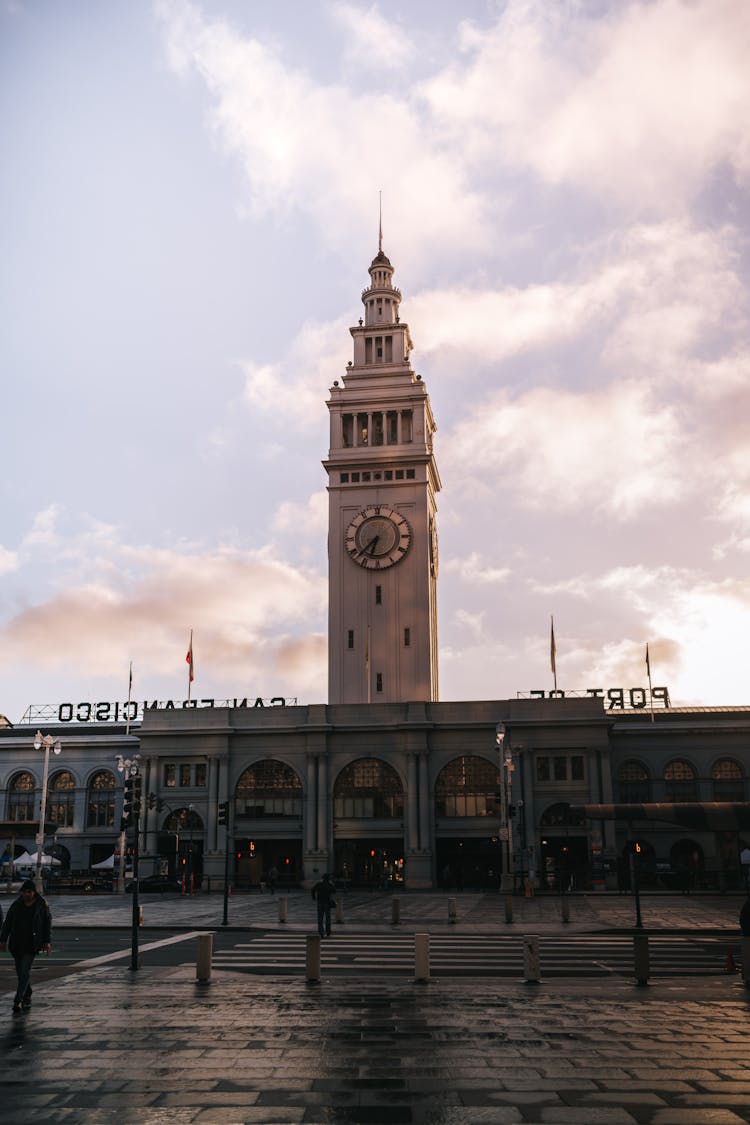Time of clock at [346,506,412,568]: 6:37
